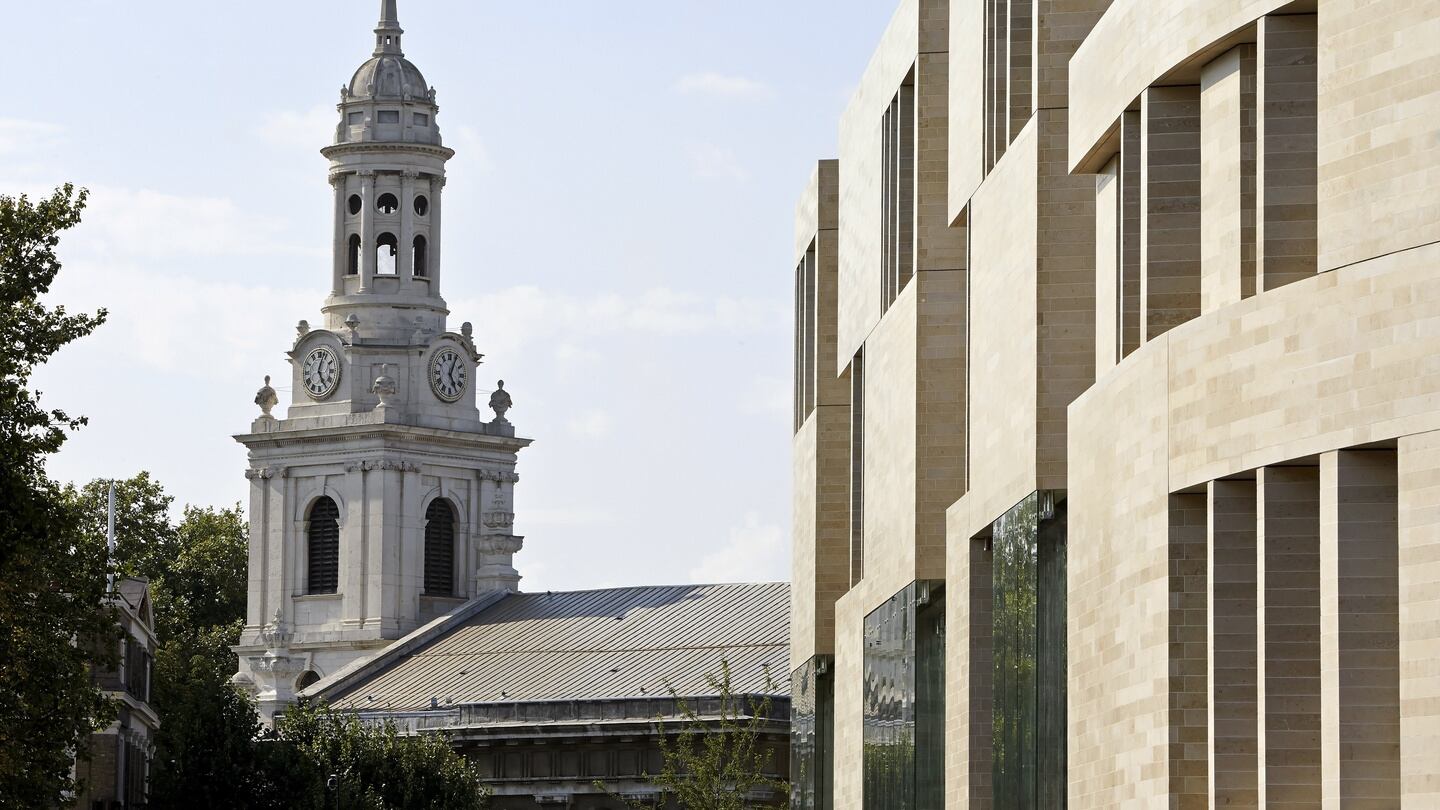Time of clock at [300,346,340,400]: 5:03
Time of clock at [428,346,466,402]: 5:04
